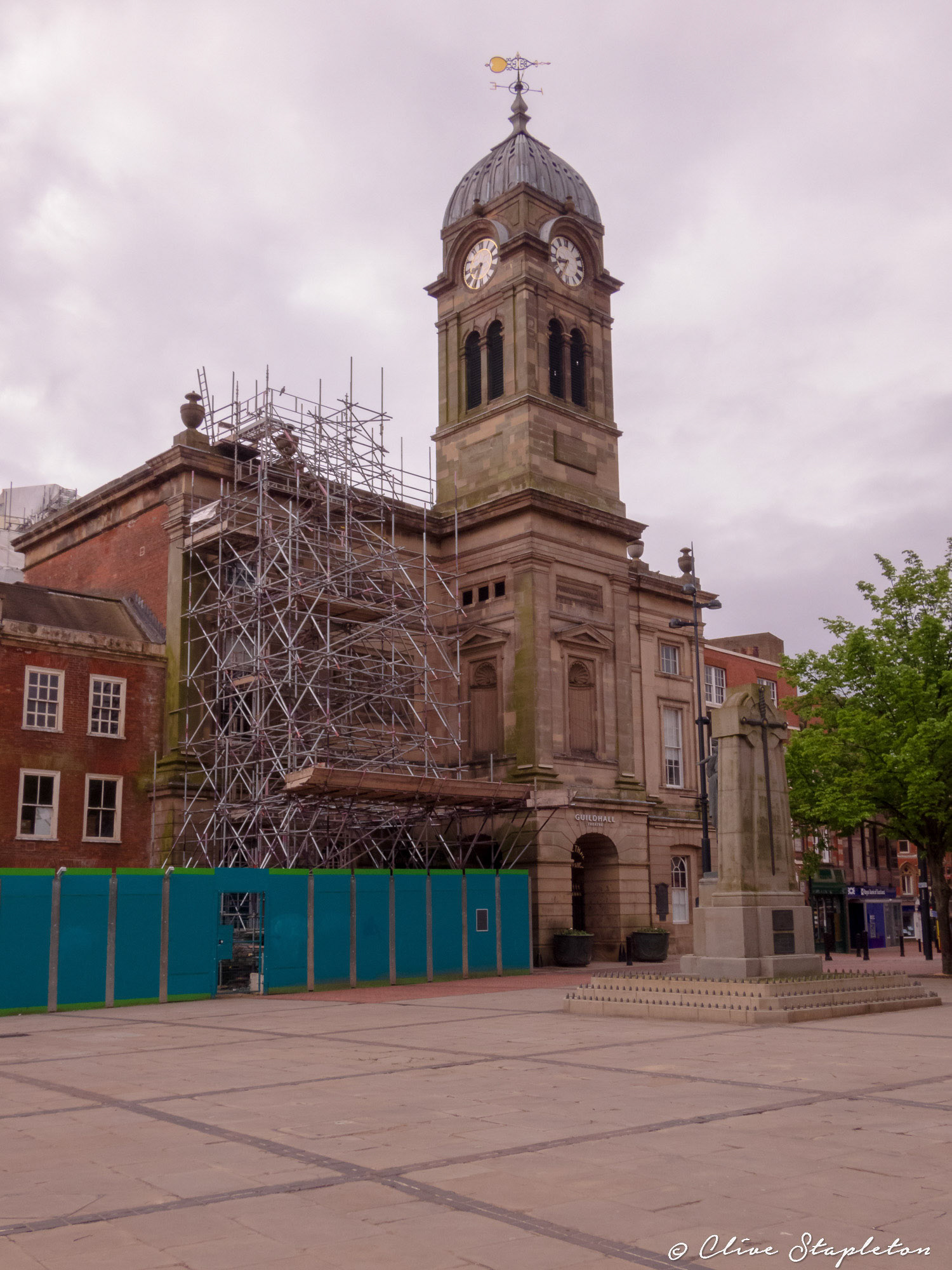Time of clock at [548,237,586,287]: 8:34
